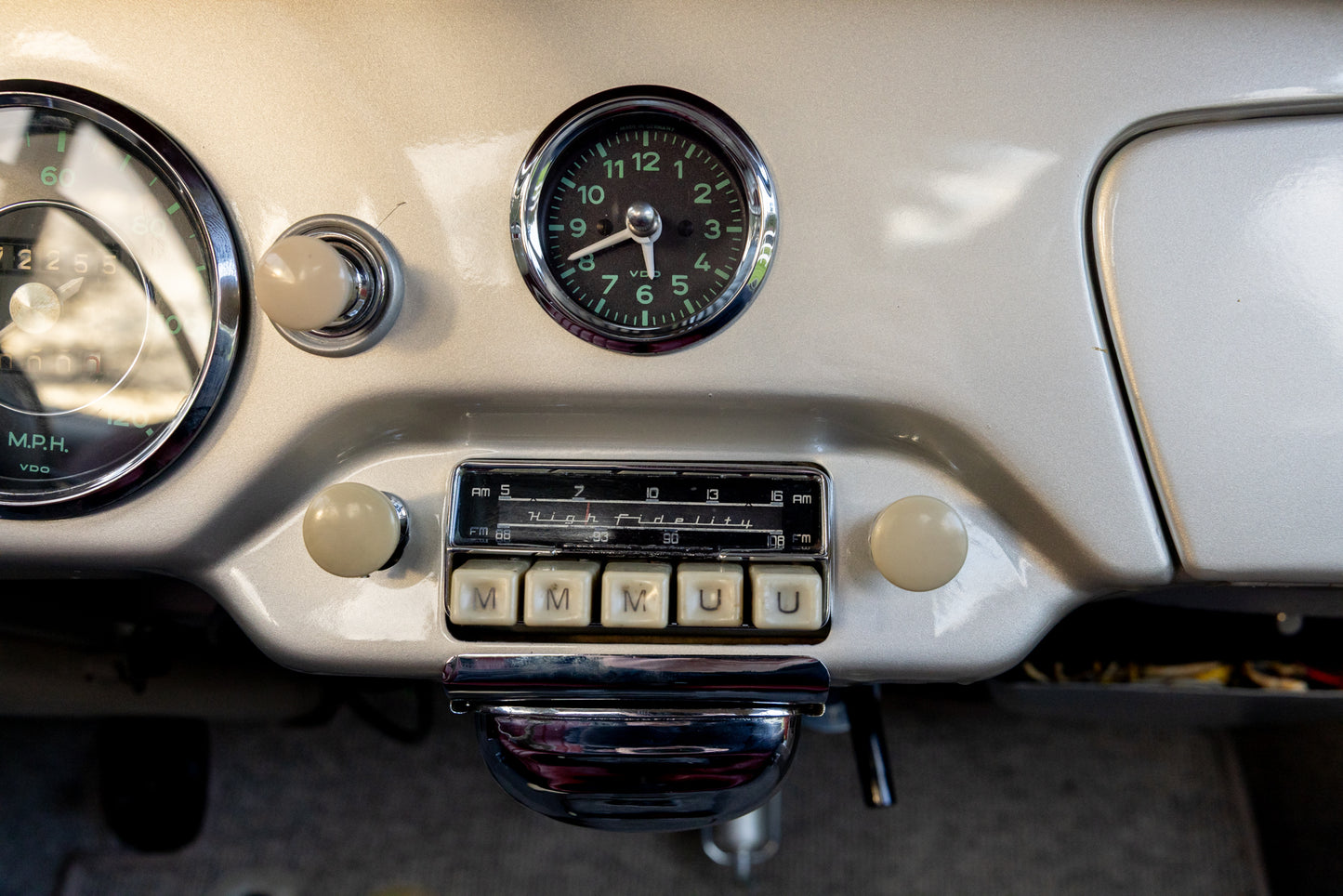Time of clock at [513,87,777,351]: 5:41
